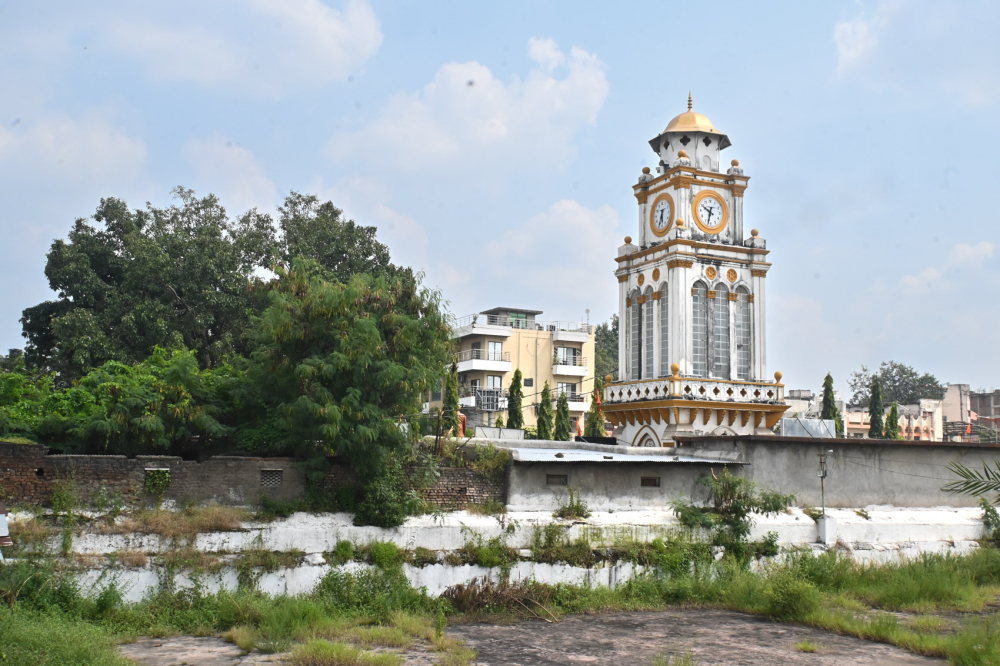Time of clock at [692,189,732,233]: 9:32
